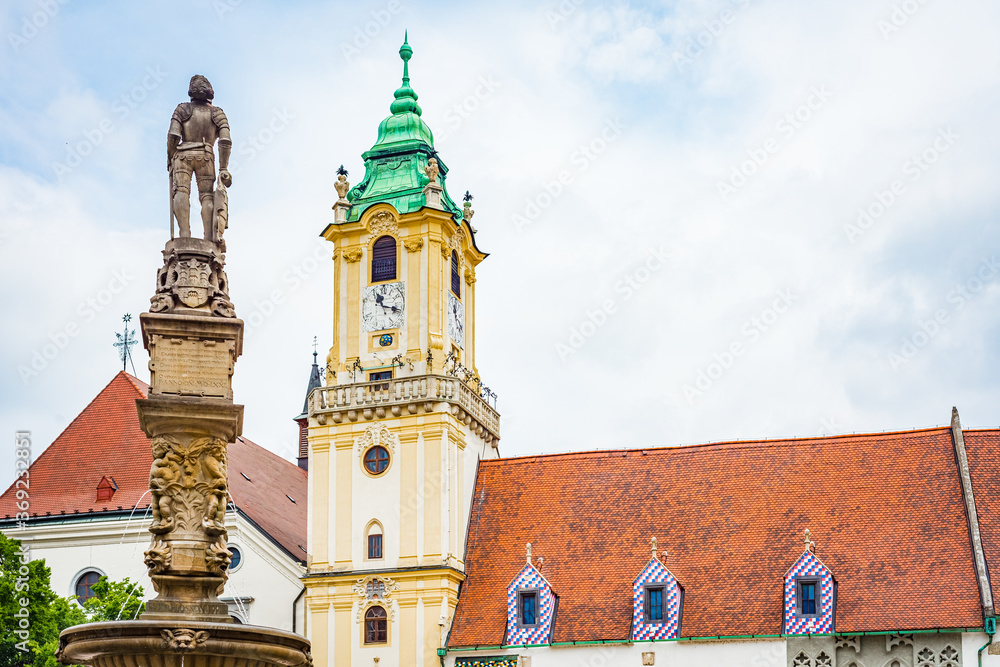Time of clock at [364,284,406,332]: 11:17
